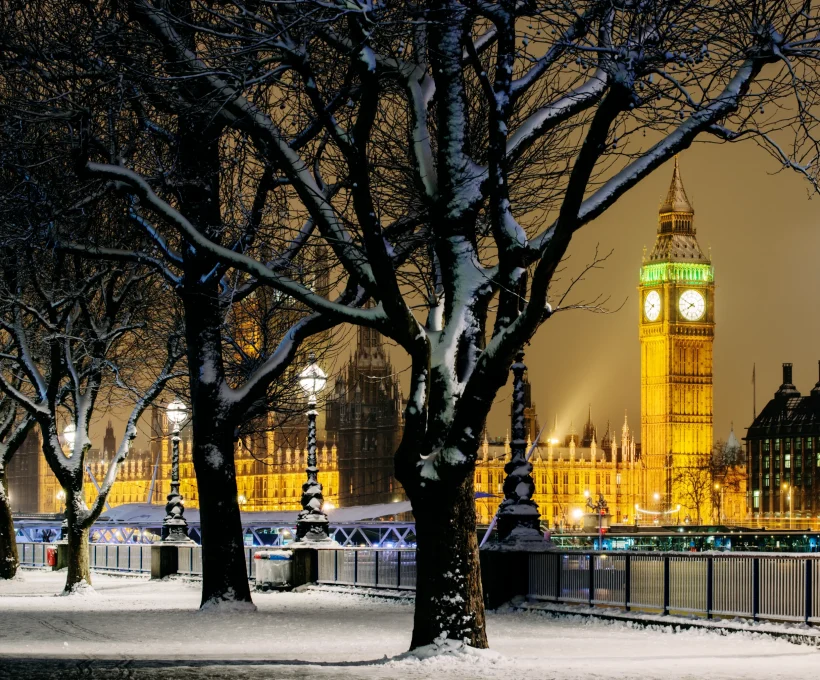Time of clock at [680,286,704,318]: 7:49
